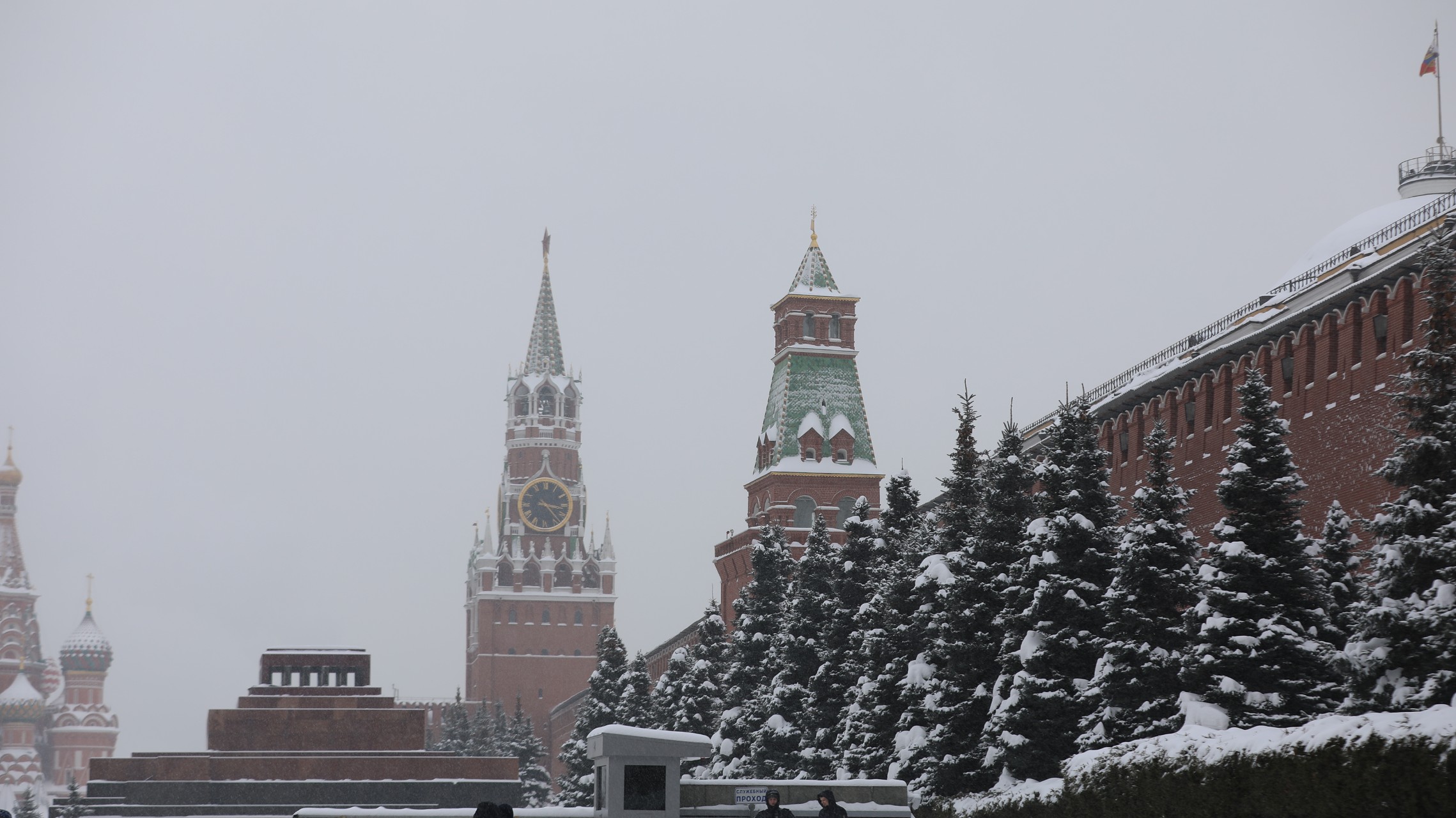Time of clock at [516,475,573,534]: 3:23
